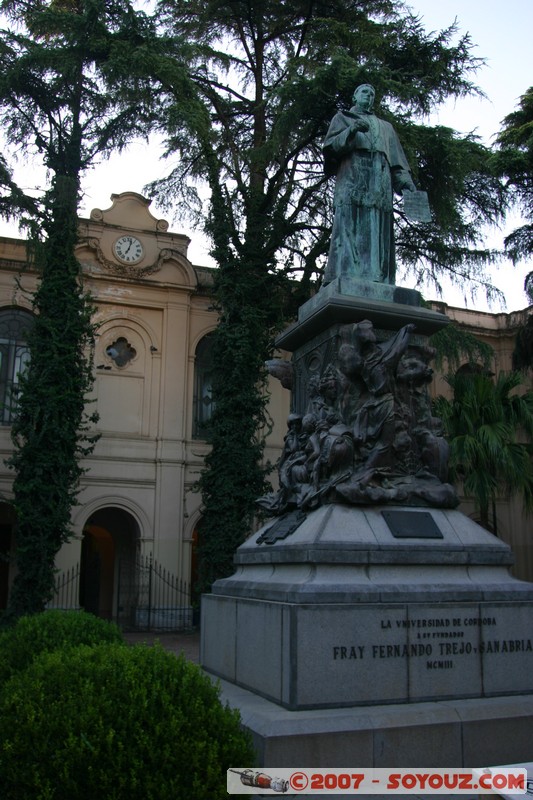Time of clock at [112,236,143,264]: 7:02
